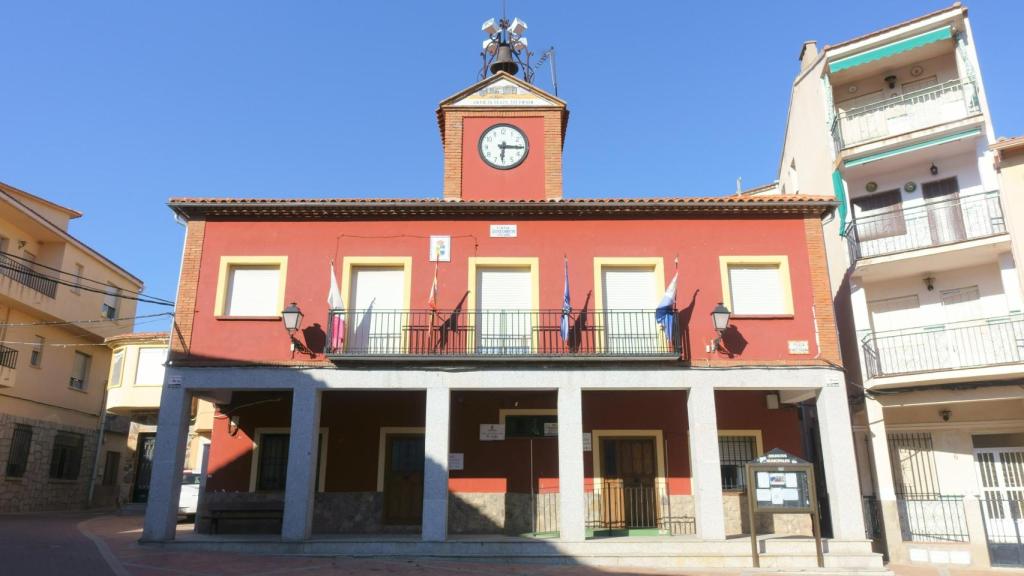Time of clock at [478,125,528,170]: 6:15
